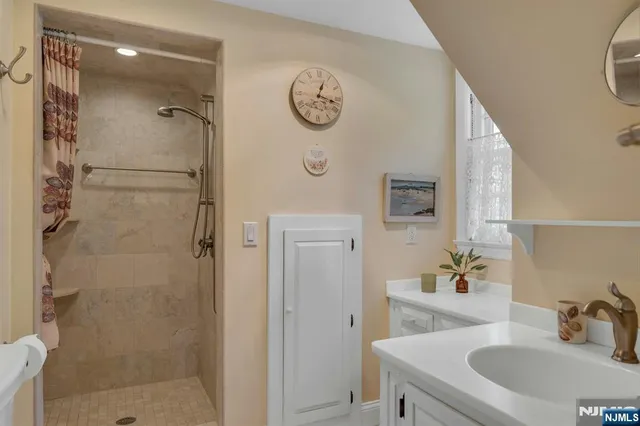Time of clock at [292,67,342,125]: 12:16
